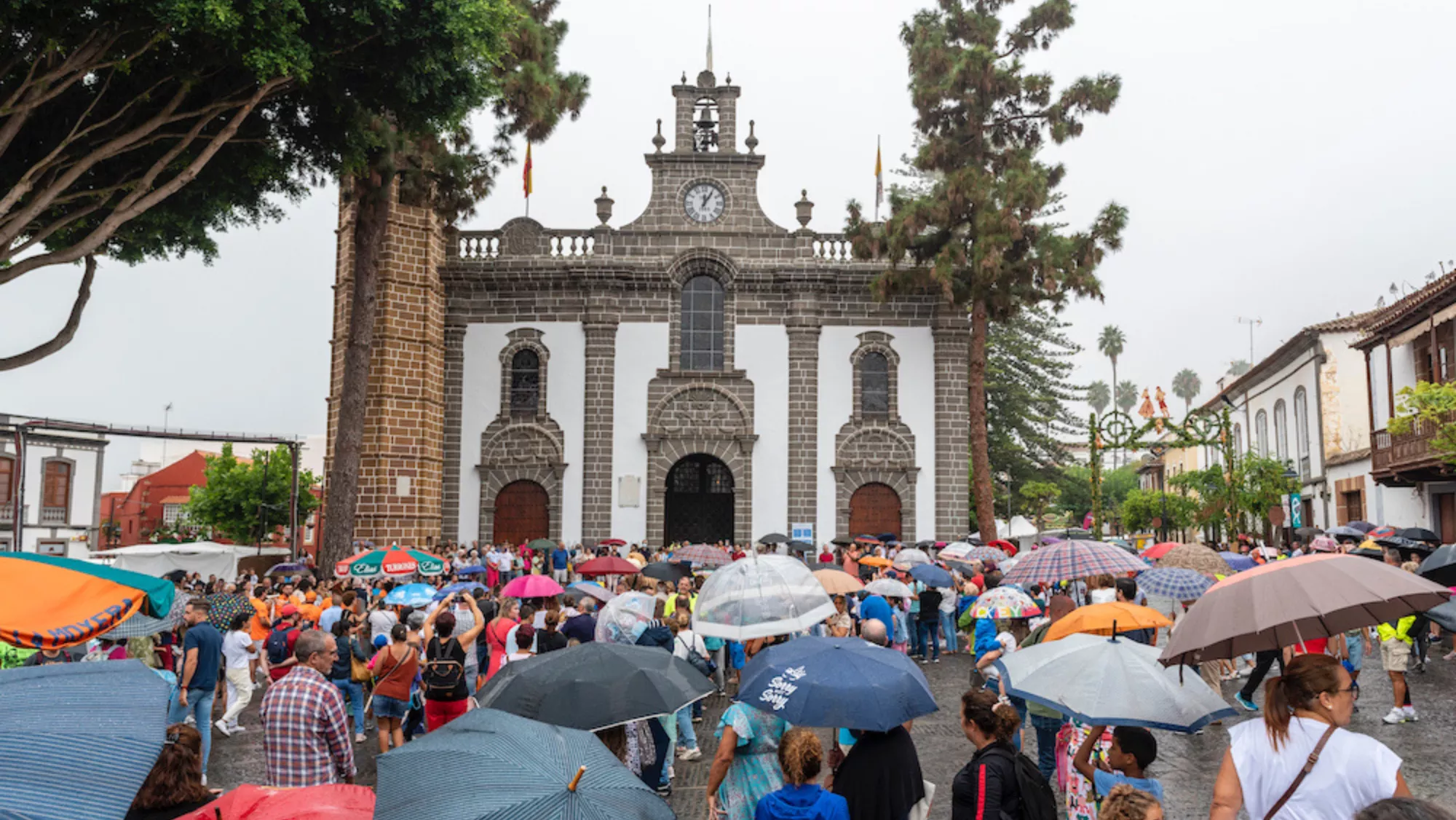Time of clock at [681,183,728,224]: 12:05
